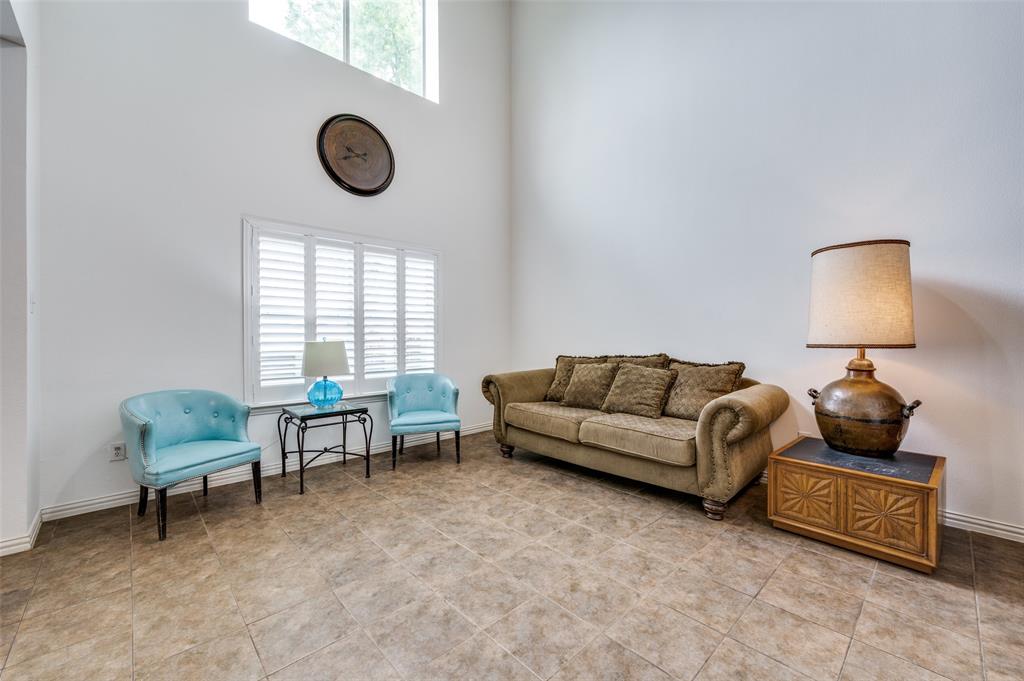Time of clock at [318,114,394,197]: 9:42
